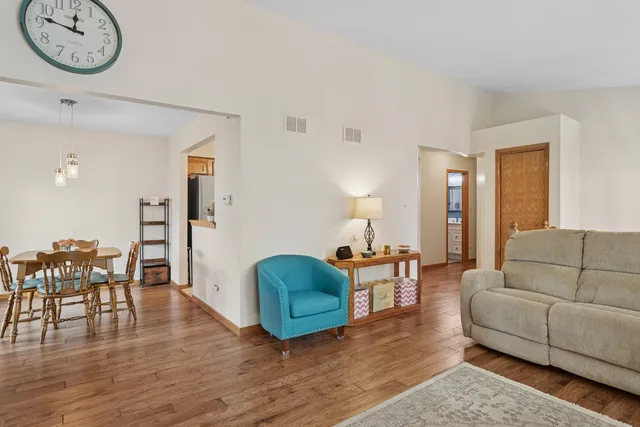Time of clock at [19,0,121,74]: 11:46
